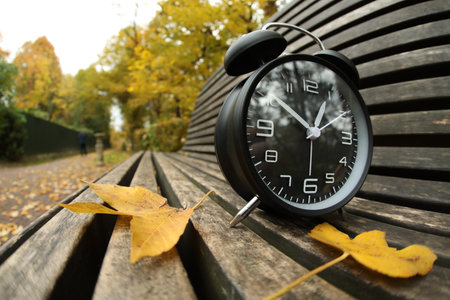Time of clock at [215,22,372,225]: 12:51
